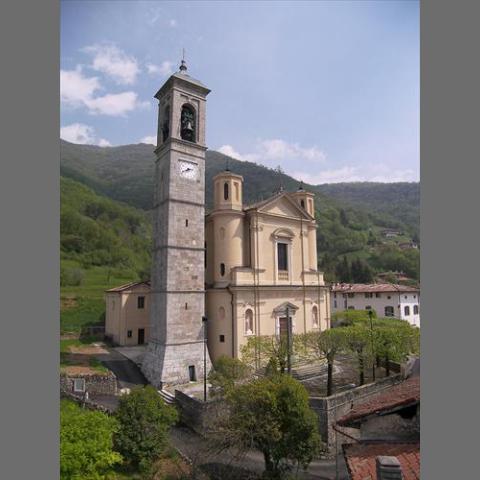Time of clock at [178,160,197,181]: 2:40
